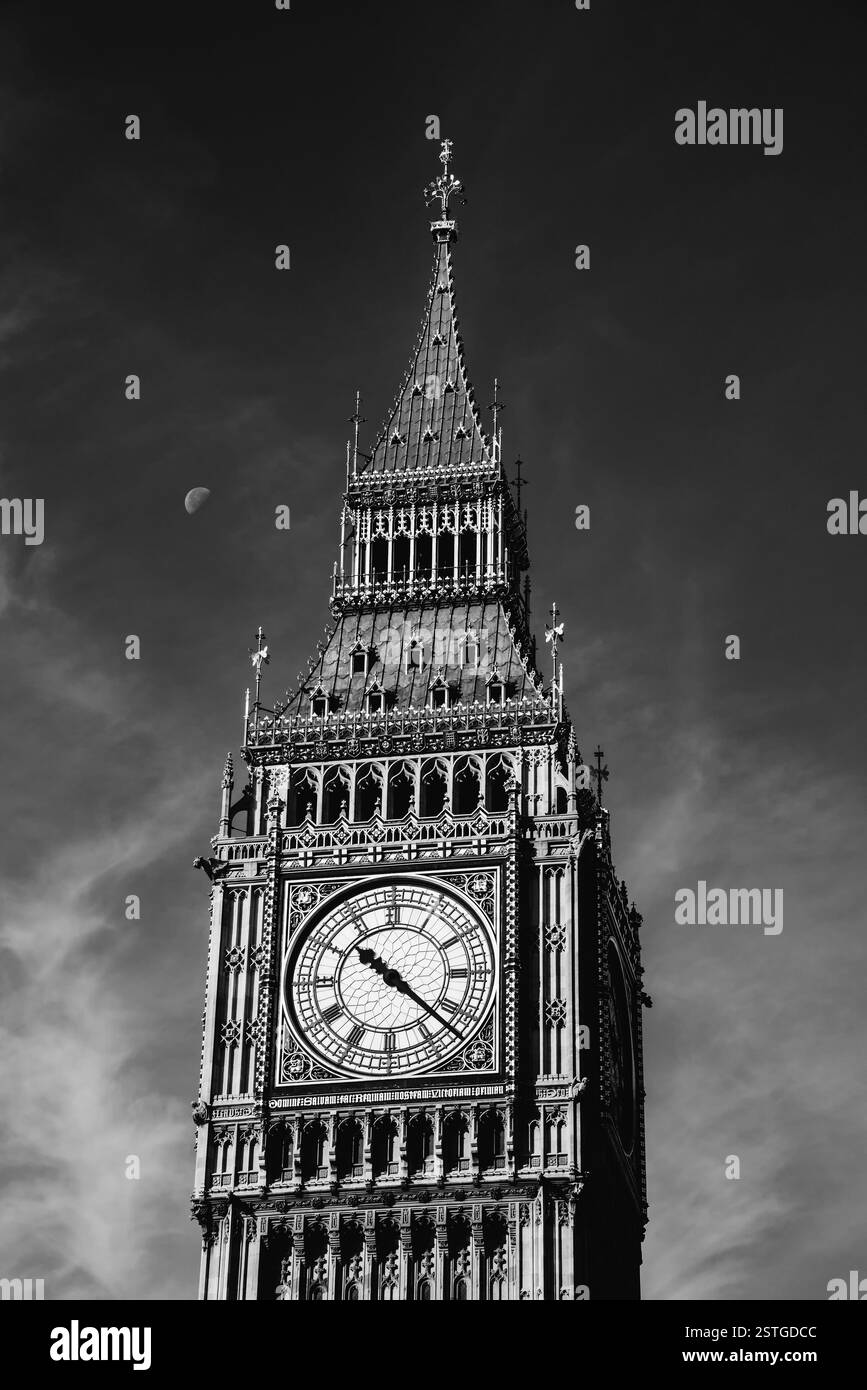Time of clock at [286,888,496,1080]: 10:22
